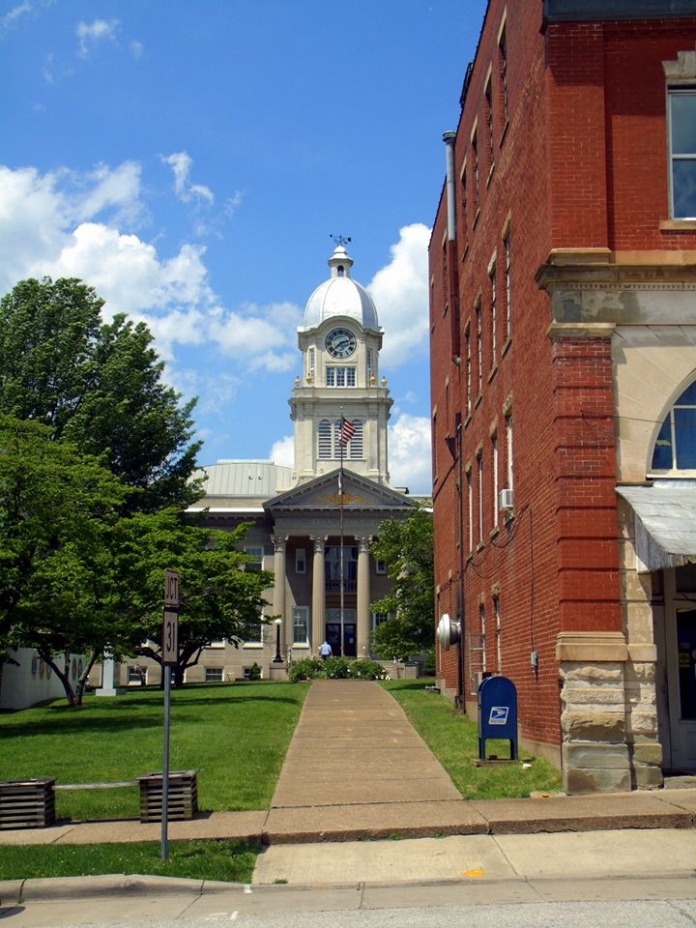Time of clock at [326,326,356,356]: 2:38
